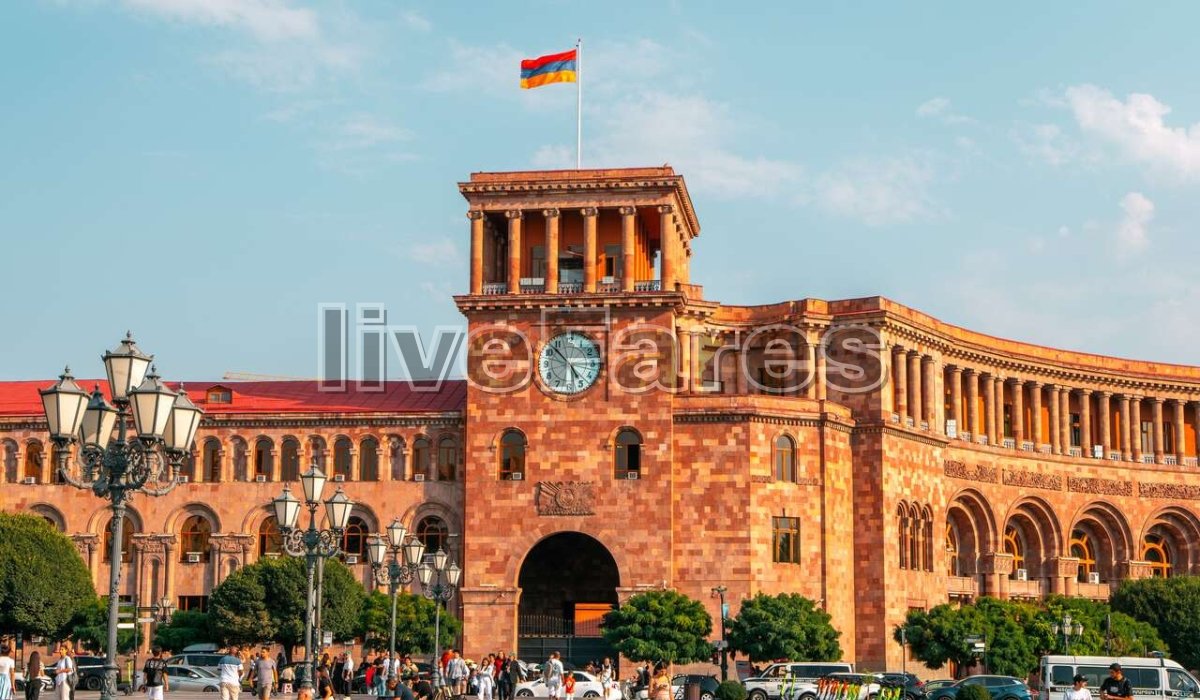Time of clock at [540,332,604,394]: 4:52
